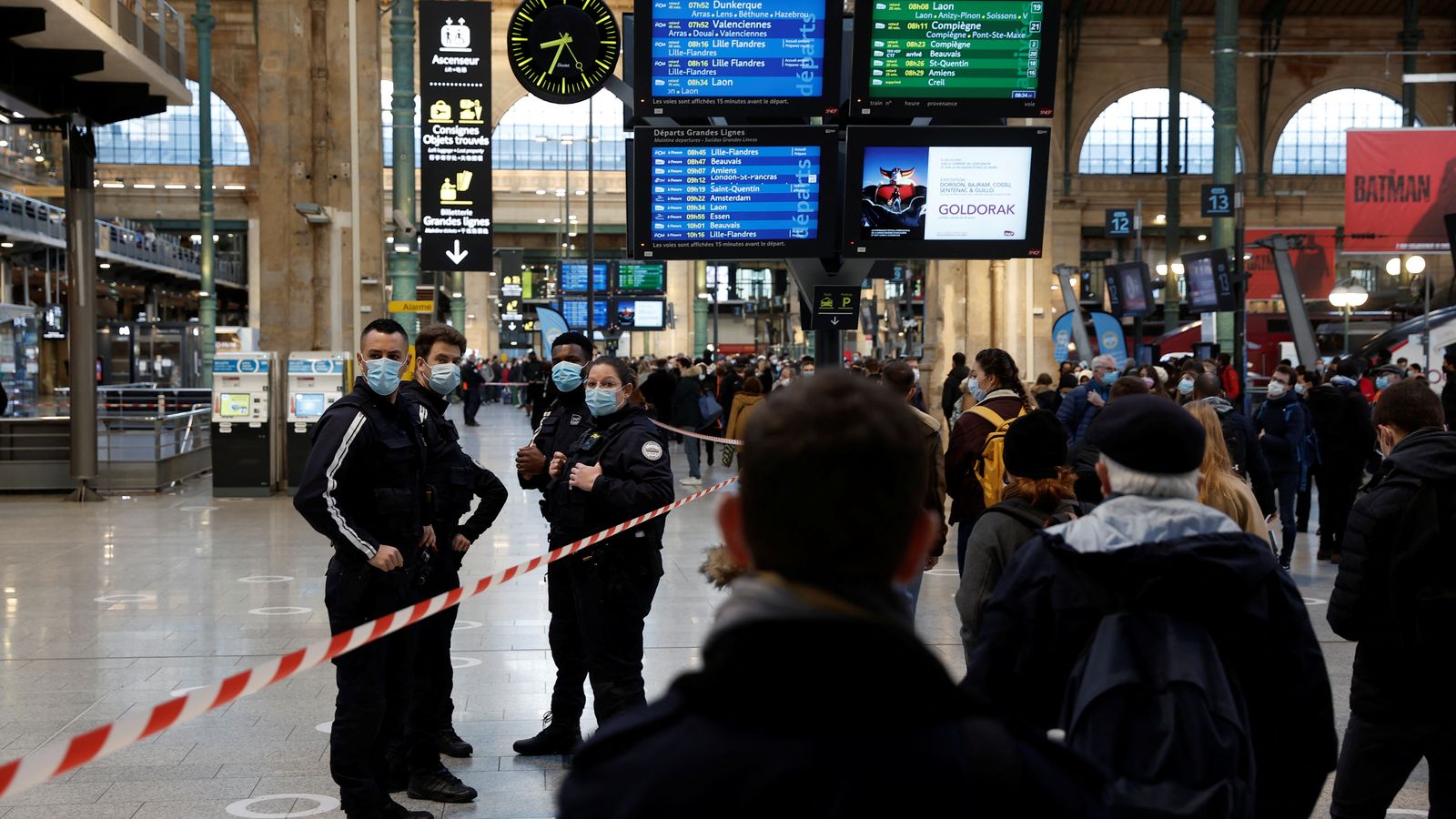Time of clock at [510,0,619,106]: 8:34
